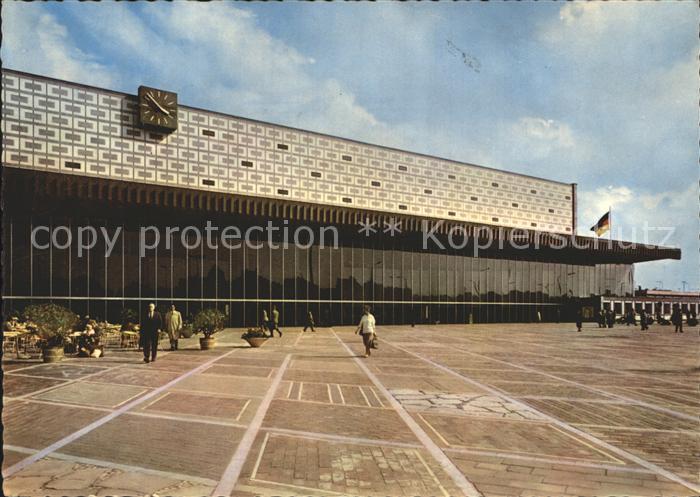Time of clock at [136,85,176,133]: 3:52
